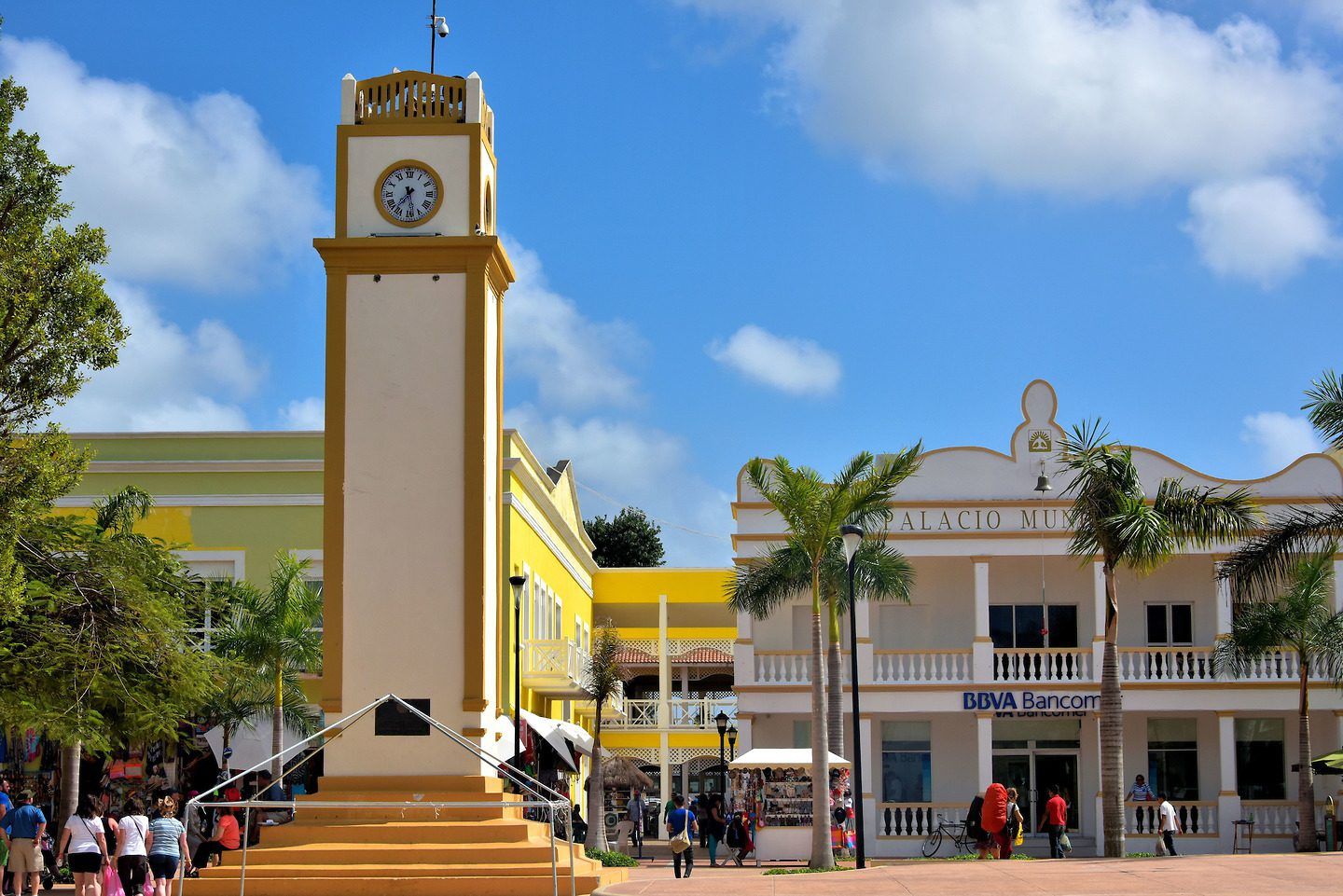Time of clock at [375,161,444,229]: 7:28
